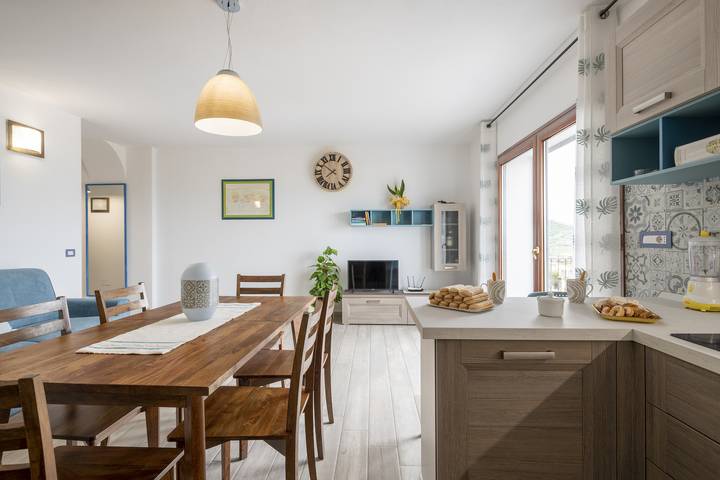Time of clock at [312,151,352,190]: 7:51
